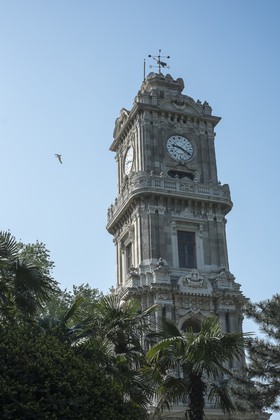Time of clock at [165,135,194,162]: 9:20
